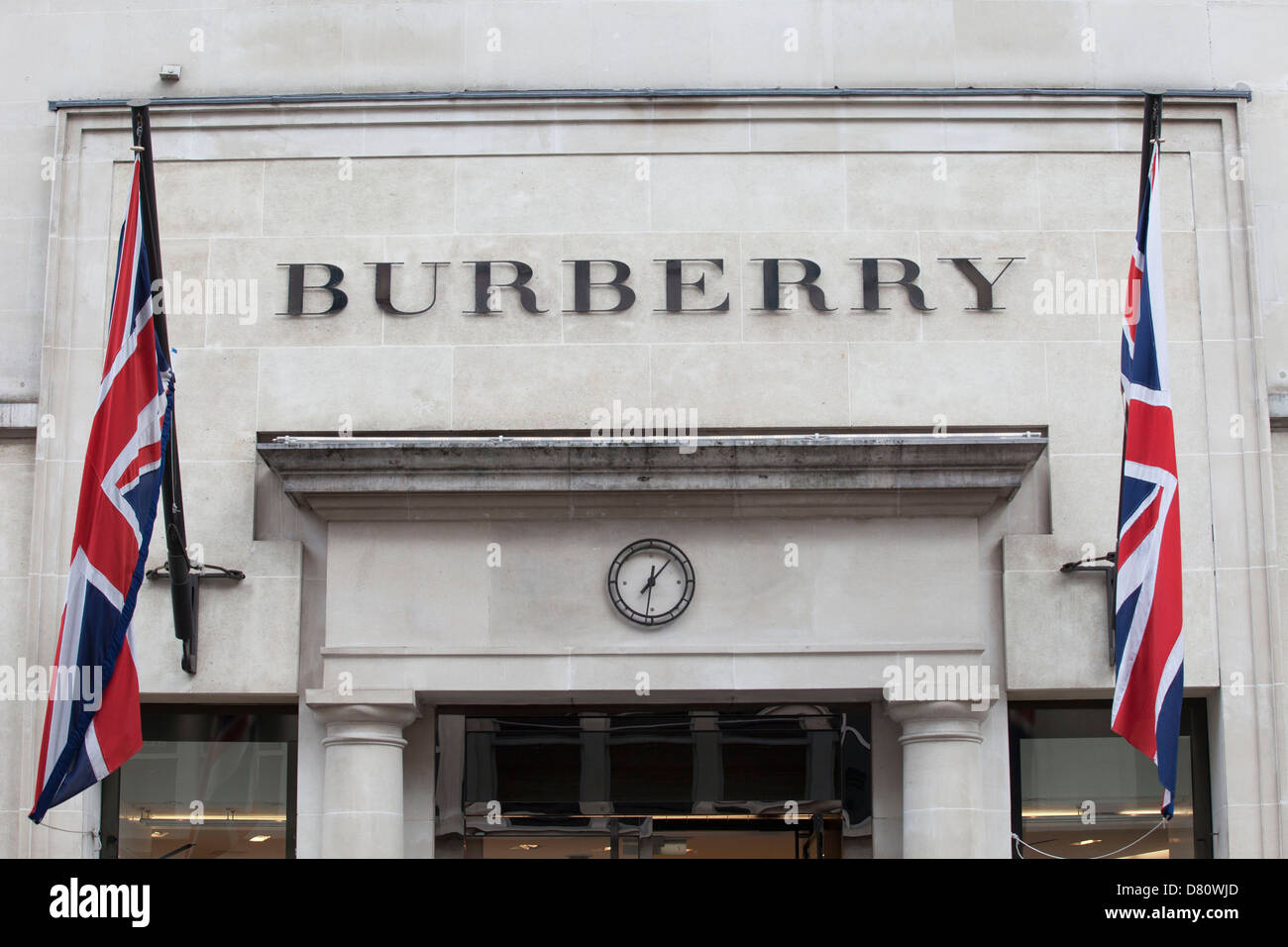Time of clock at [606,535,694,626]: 12:06
